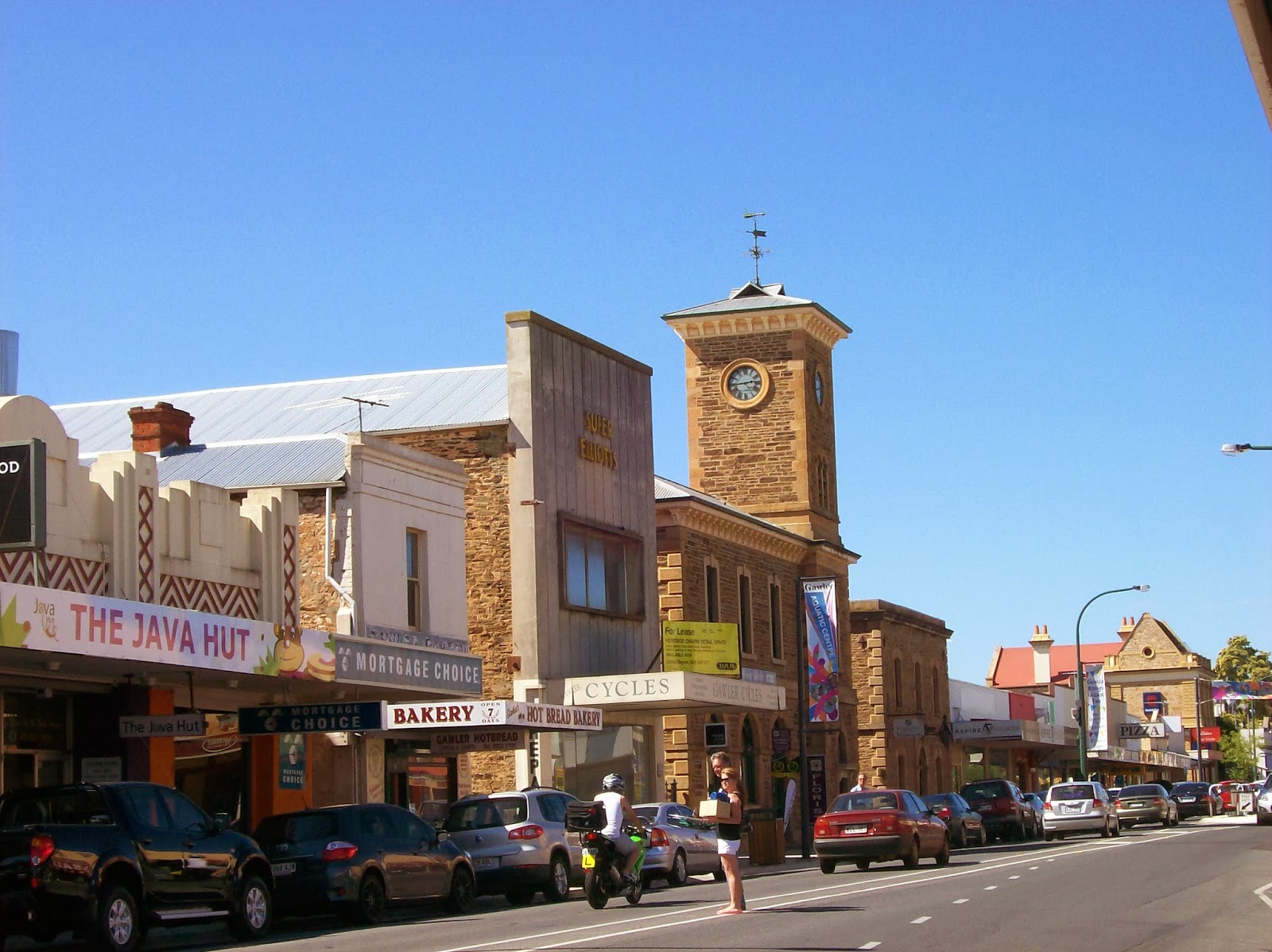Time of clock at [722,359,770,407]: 2:44
